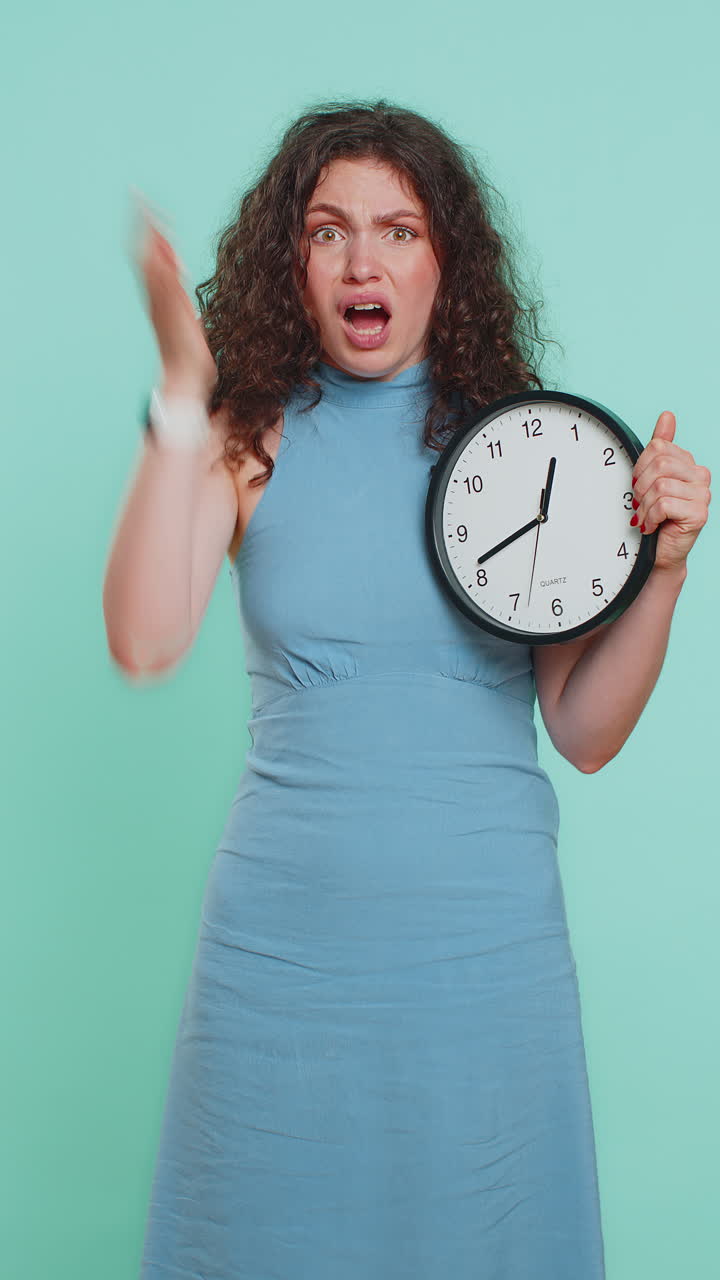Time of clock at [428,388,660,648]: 12:41
